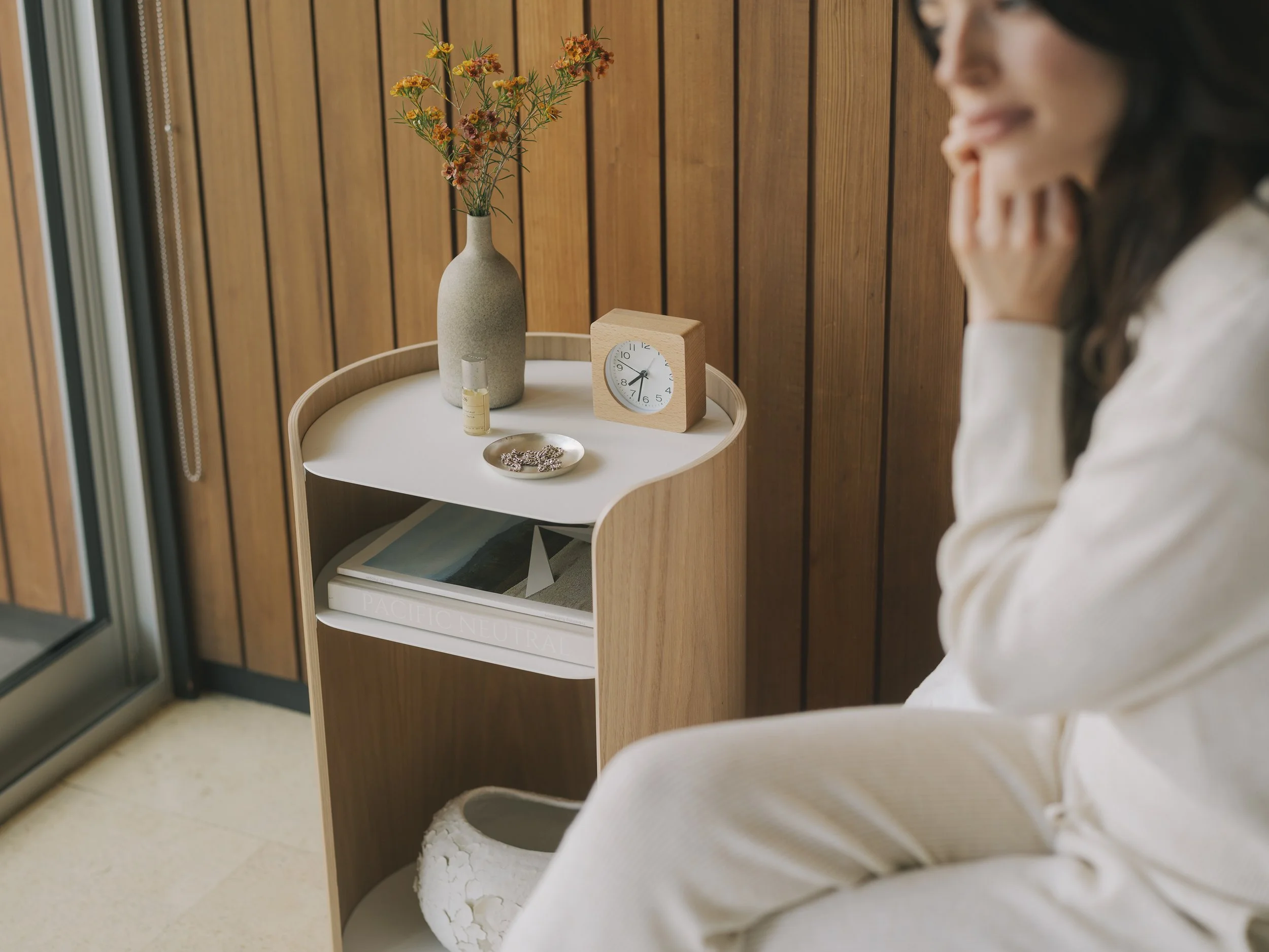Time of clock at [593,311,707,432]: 7:32
